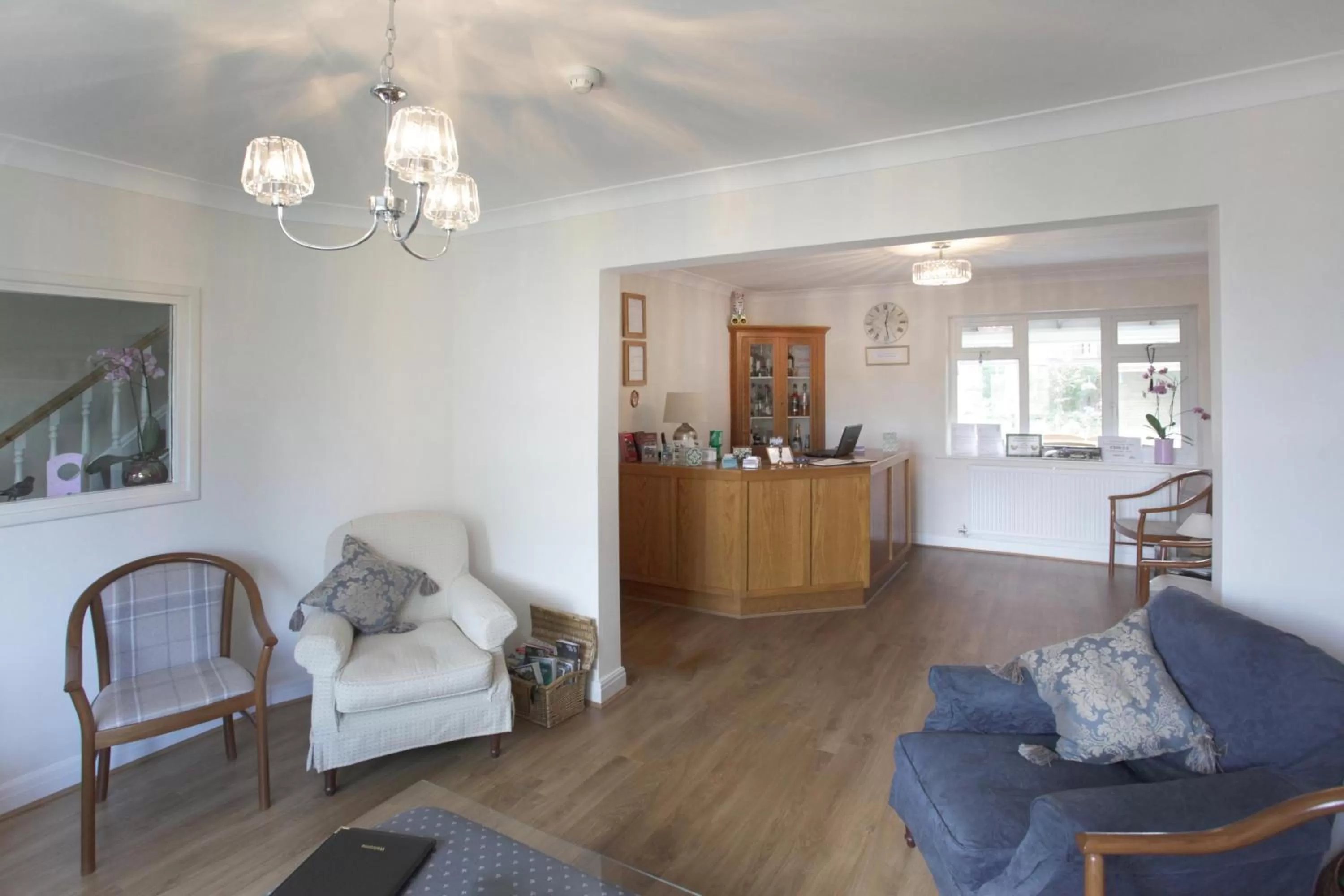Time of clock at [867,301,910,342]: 12:28
